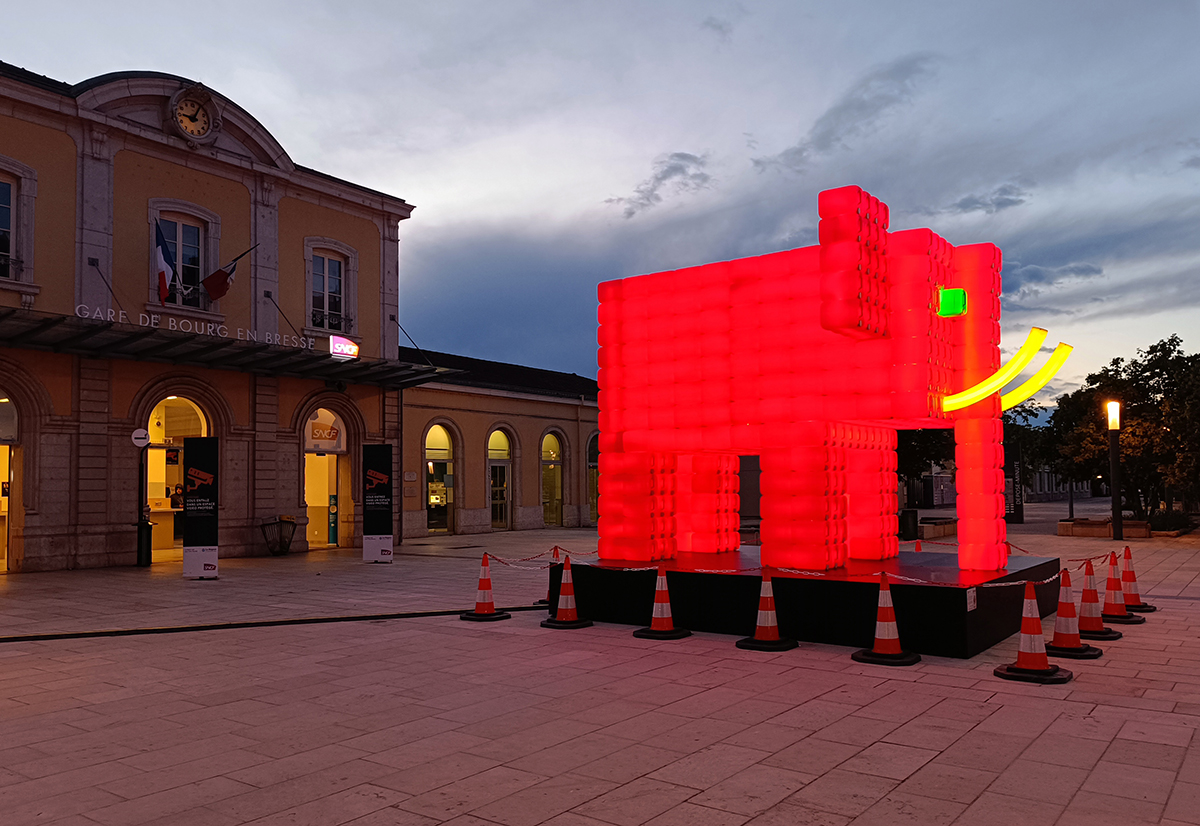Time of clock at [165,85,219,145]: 9:04
